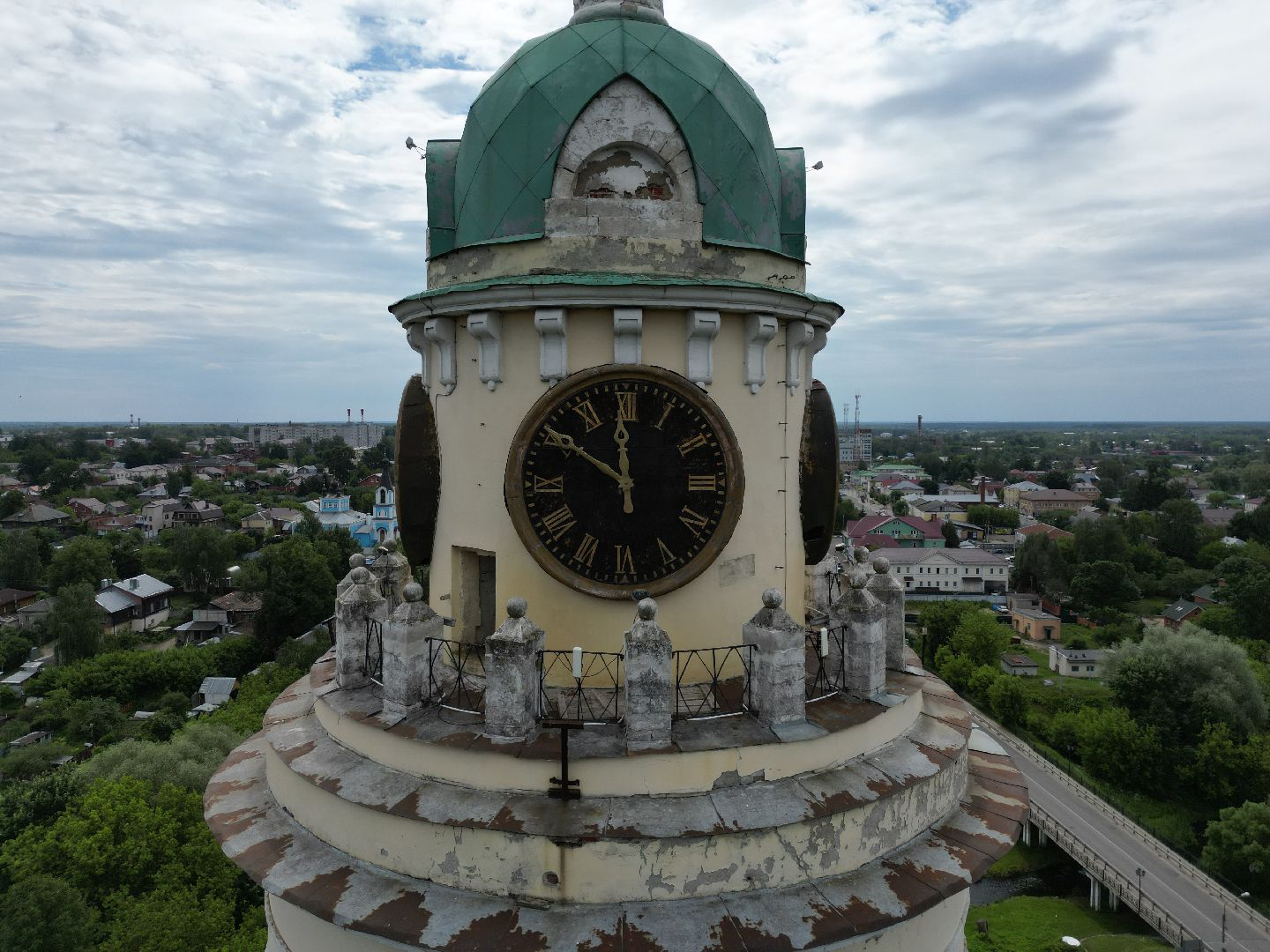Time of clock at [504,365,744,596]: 11:50
